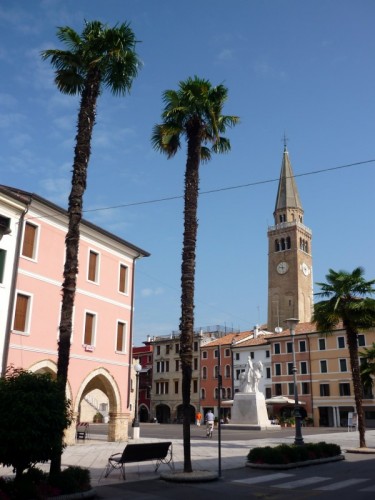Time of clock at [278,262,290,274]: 9:27
